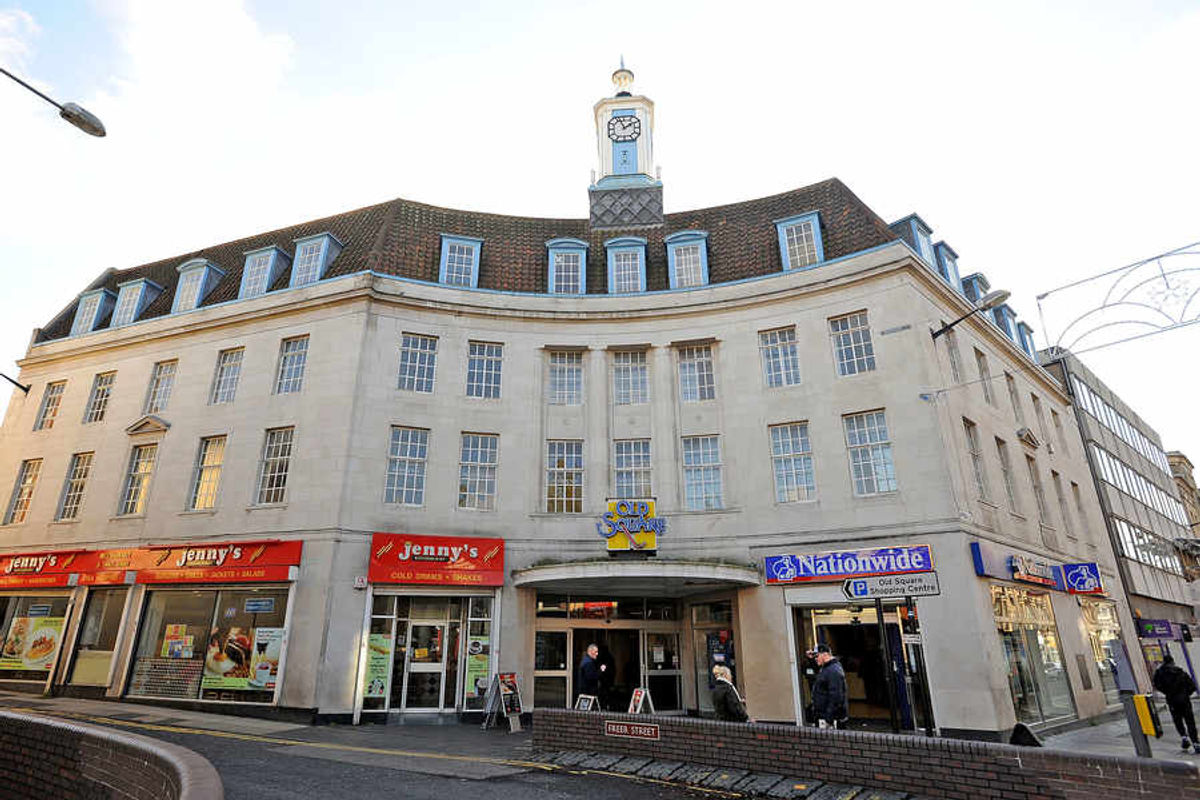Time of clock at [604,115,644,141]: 1:56
